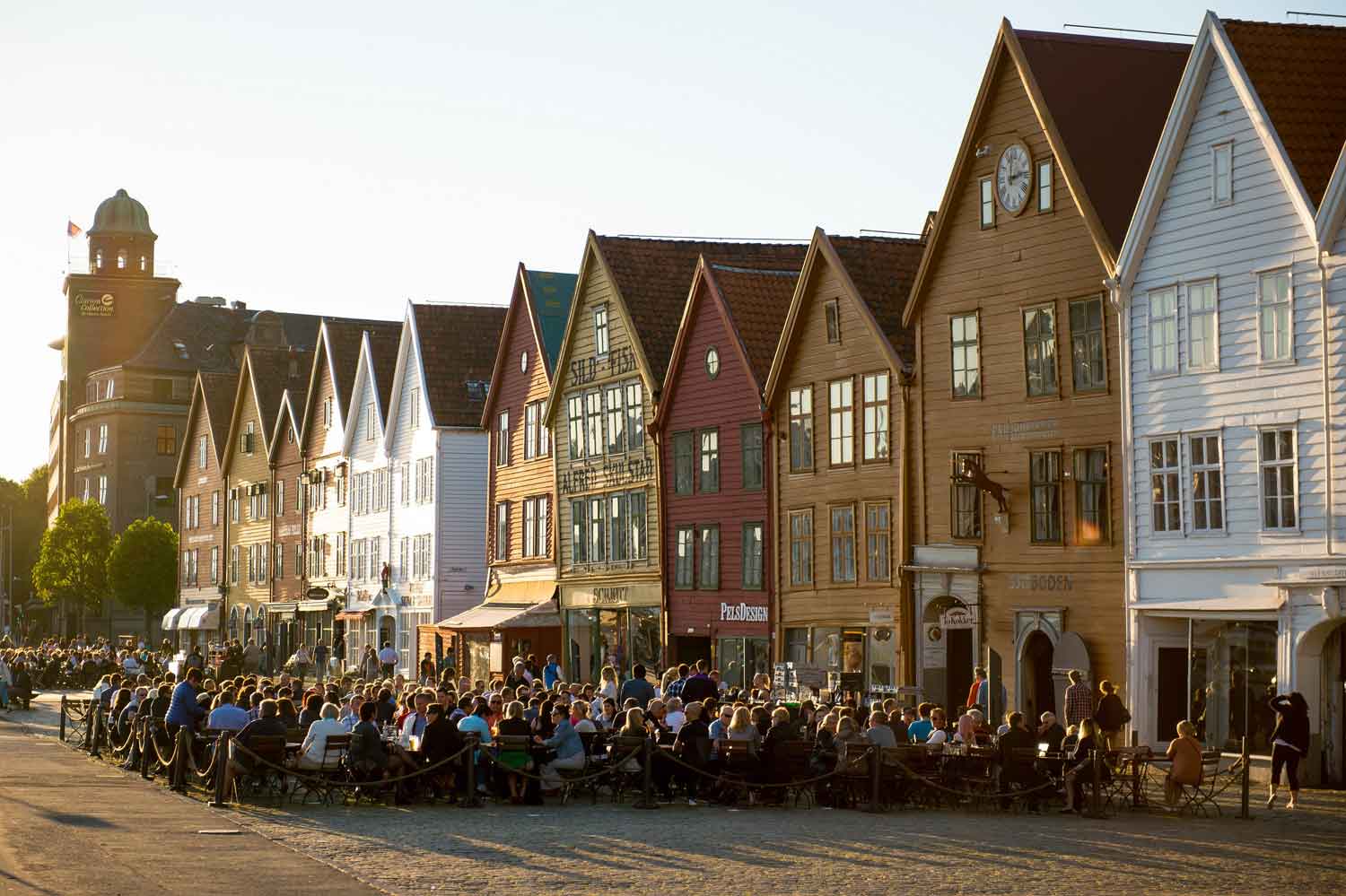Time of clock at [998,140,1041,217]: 12:13
